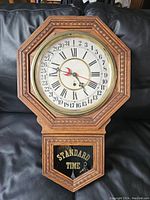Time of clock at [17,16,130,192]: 4:46
